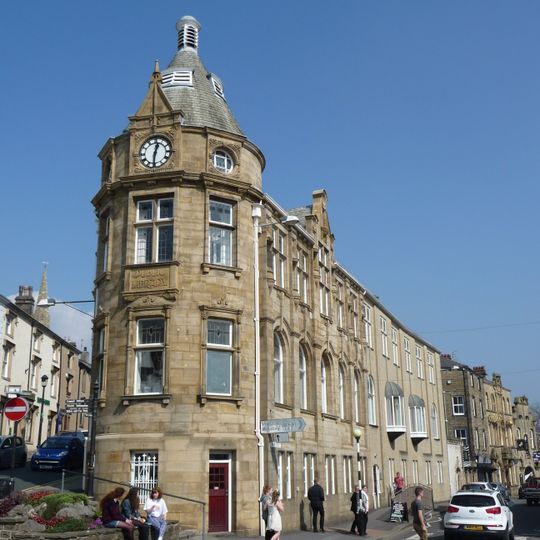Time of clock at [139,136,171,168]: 12:30
